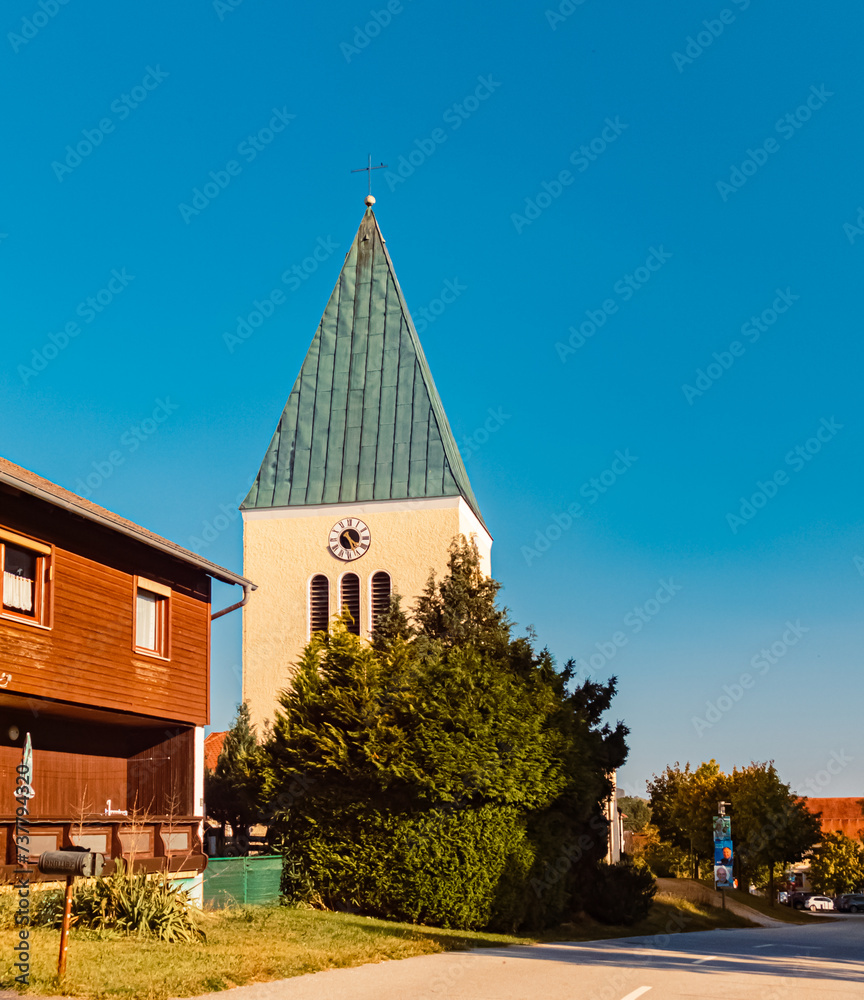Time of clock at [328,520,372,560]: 4:26
